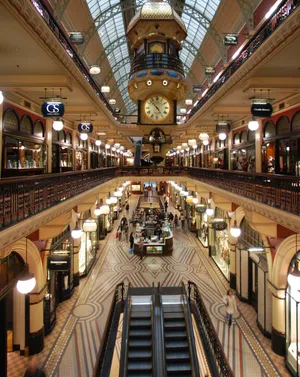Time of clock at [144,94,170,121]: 4:52
